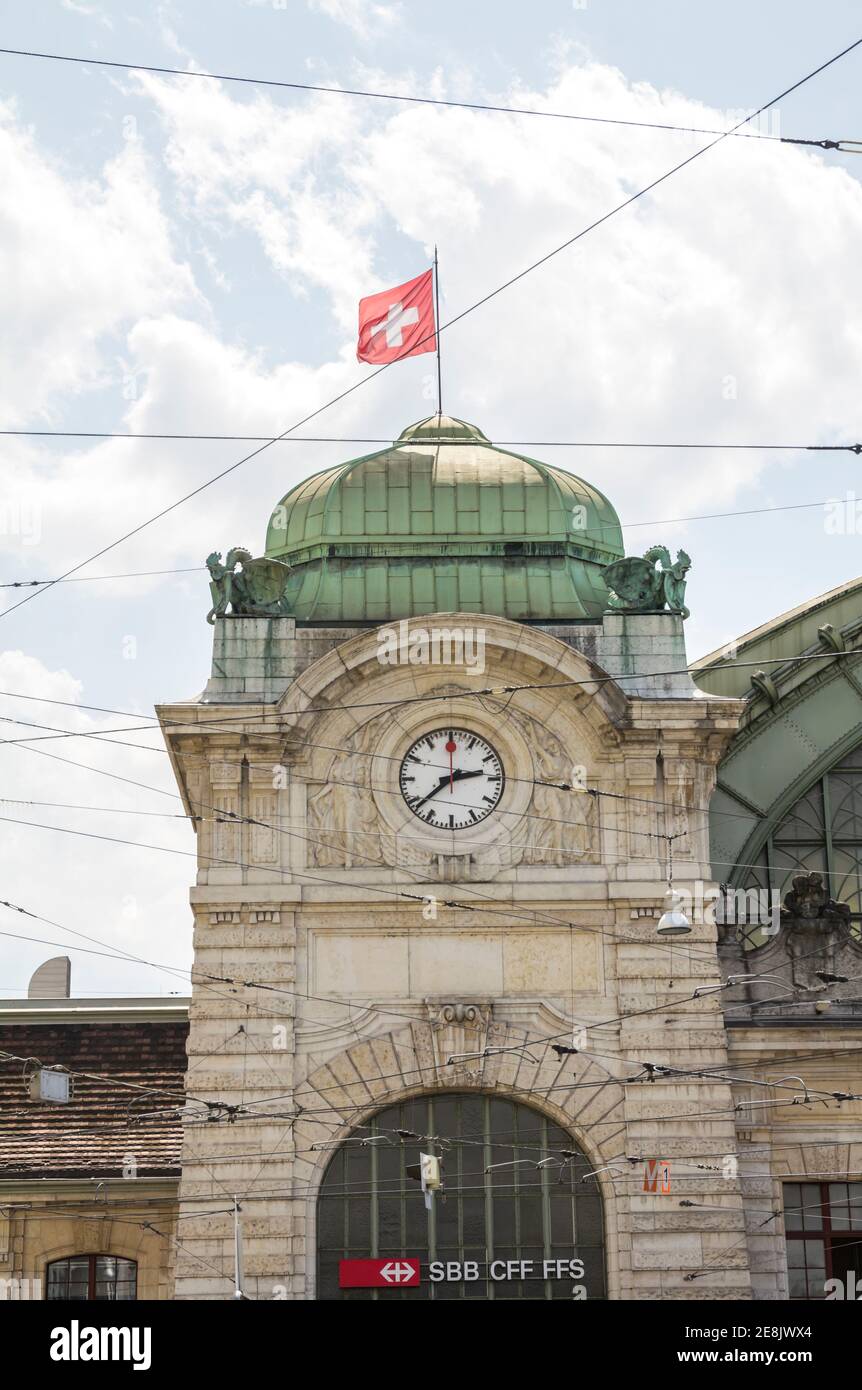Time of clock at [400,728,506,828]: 2:38
